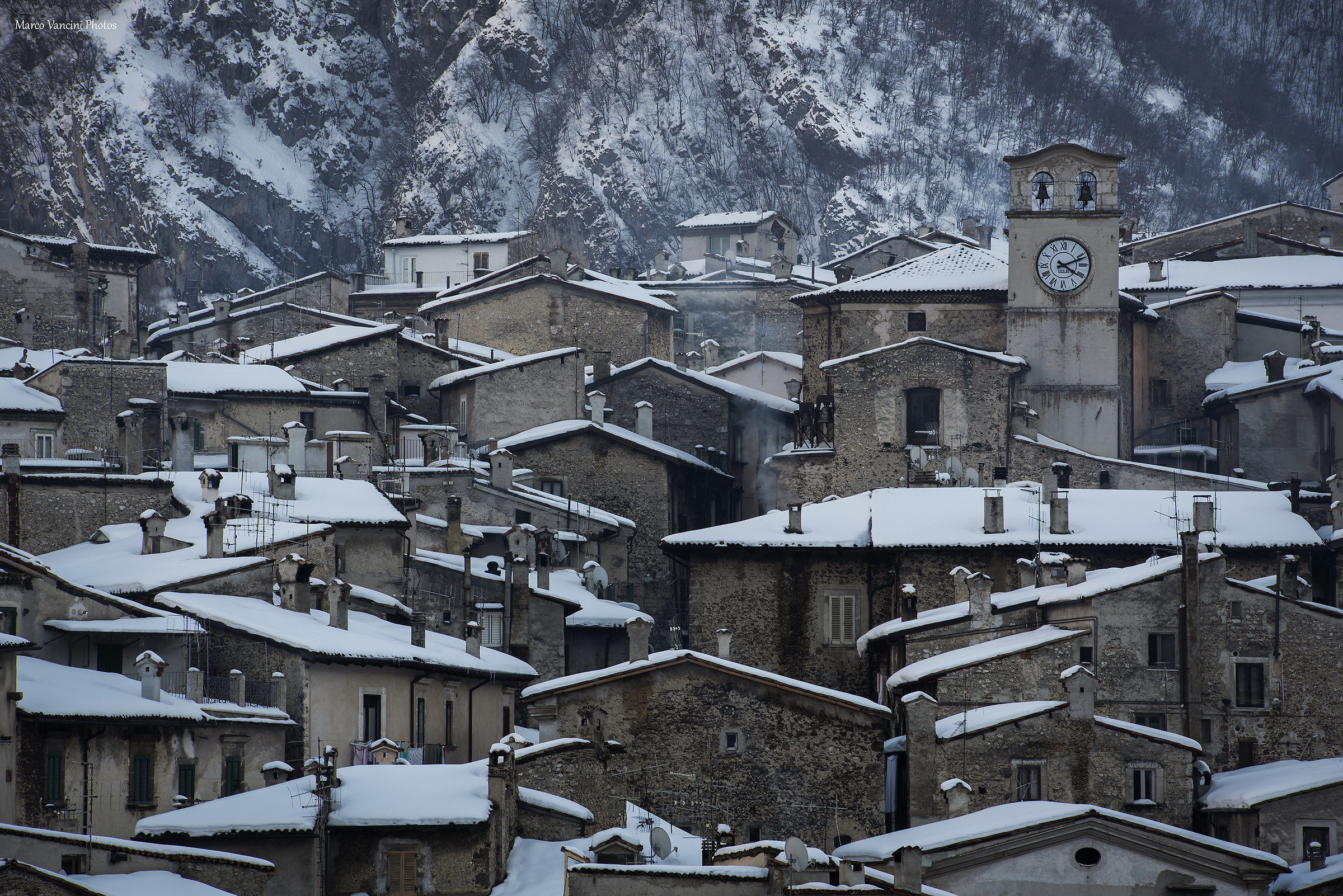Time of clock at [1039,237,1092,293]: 4:11
